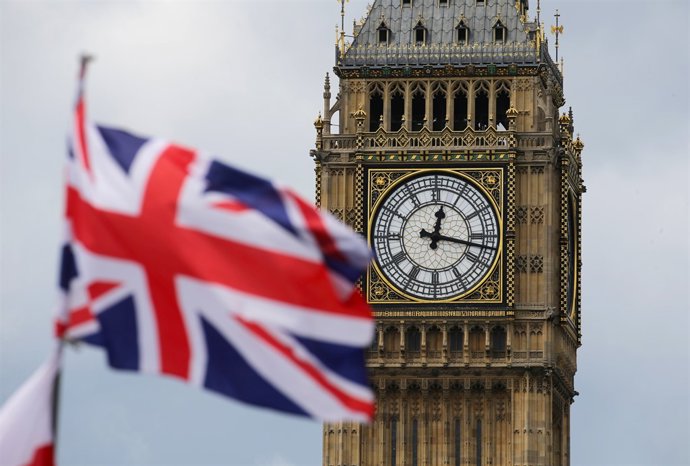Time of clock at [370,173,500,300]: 12:17
